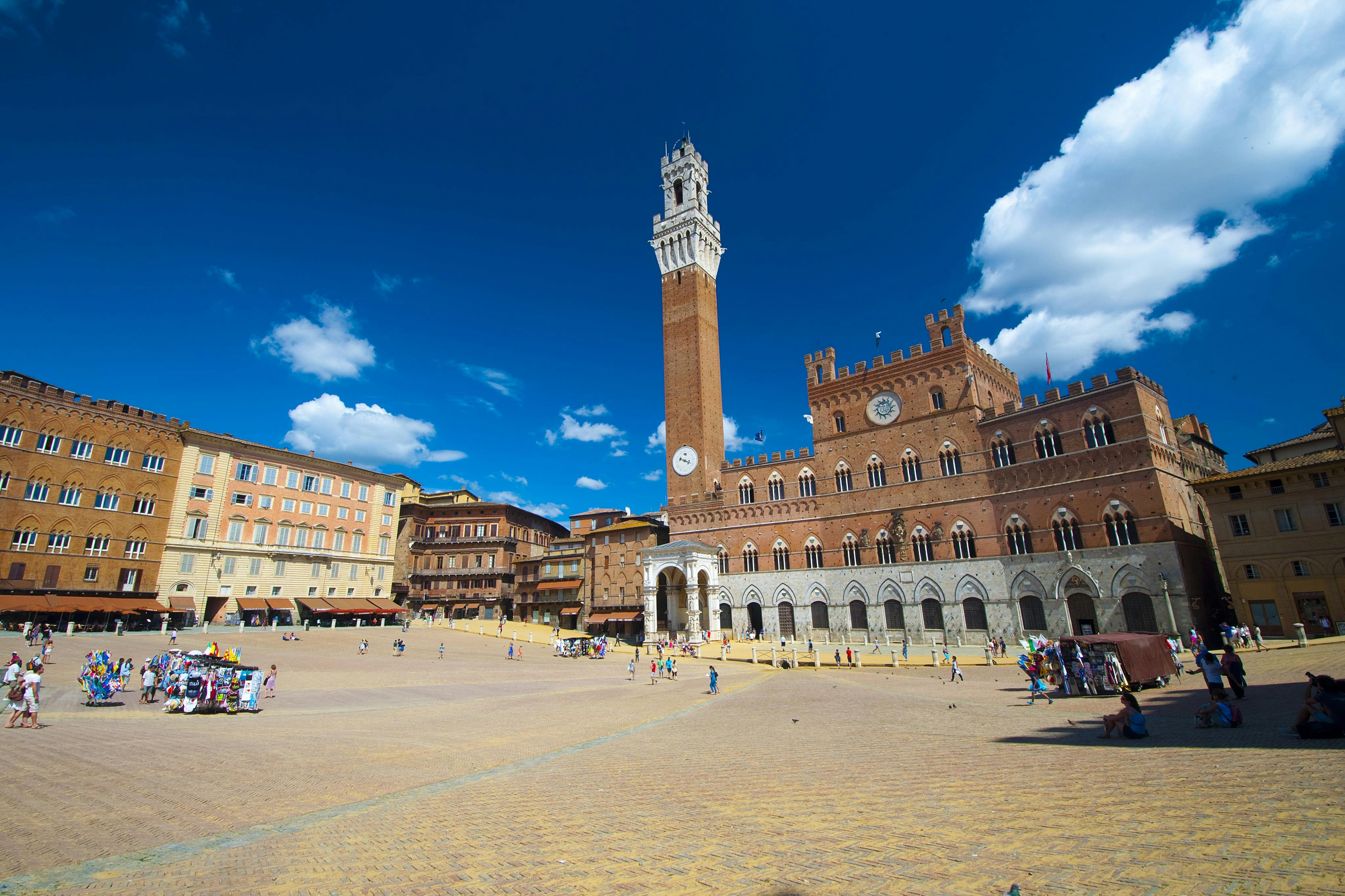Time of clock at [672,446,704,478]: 3:48
